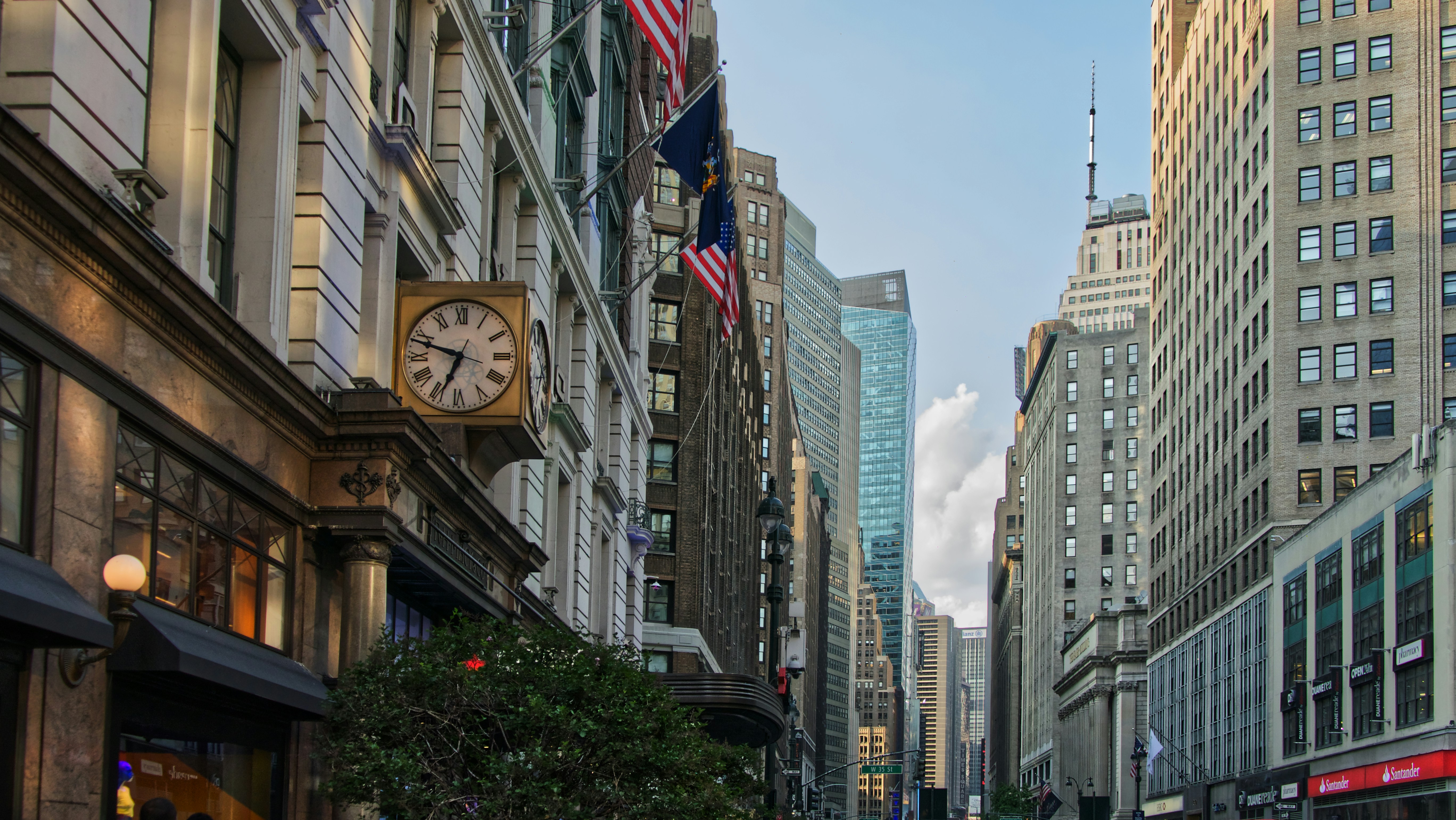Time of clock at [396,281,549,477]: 6:47
